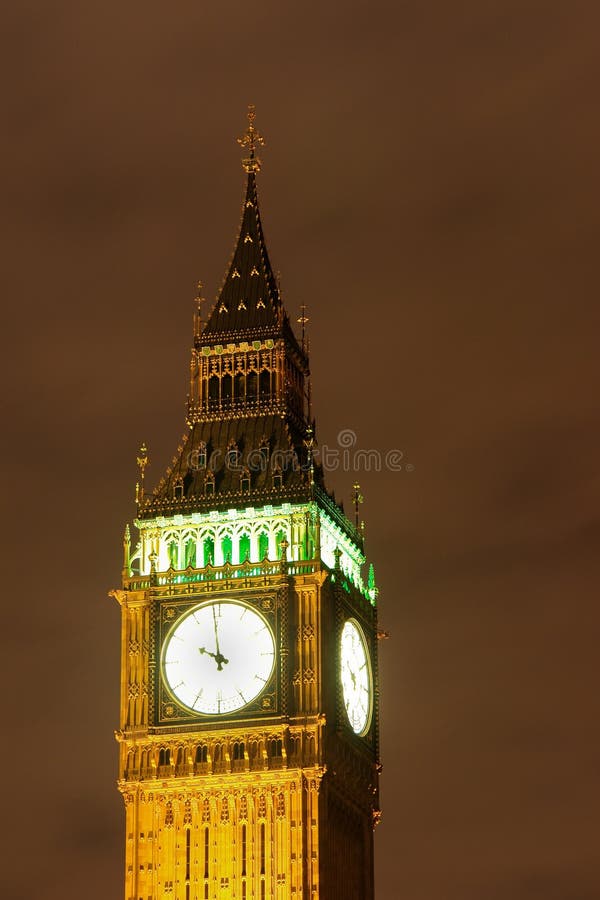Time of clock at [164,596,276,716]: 9:58
